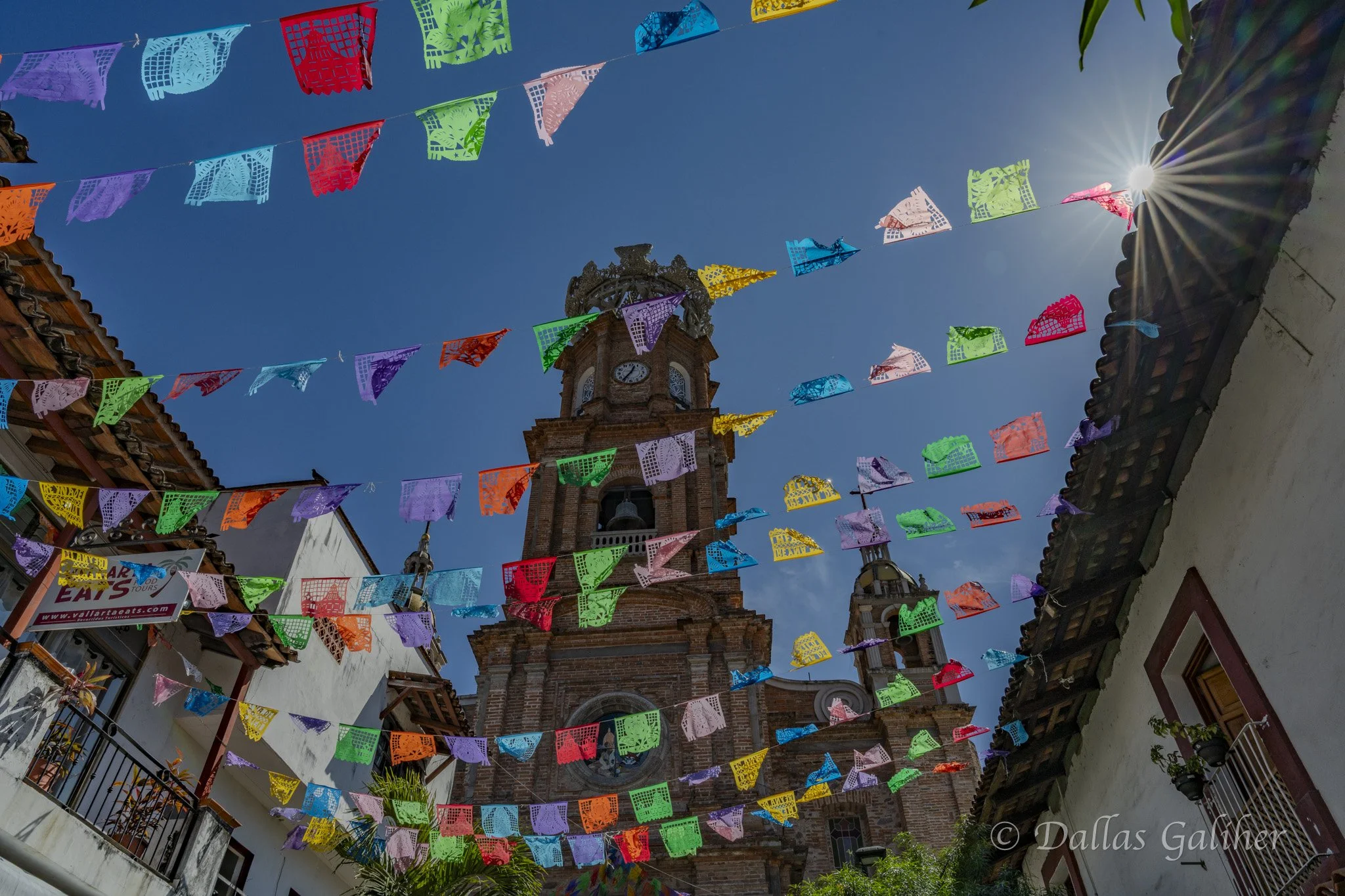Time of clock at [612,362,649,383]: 12:36
